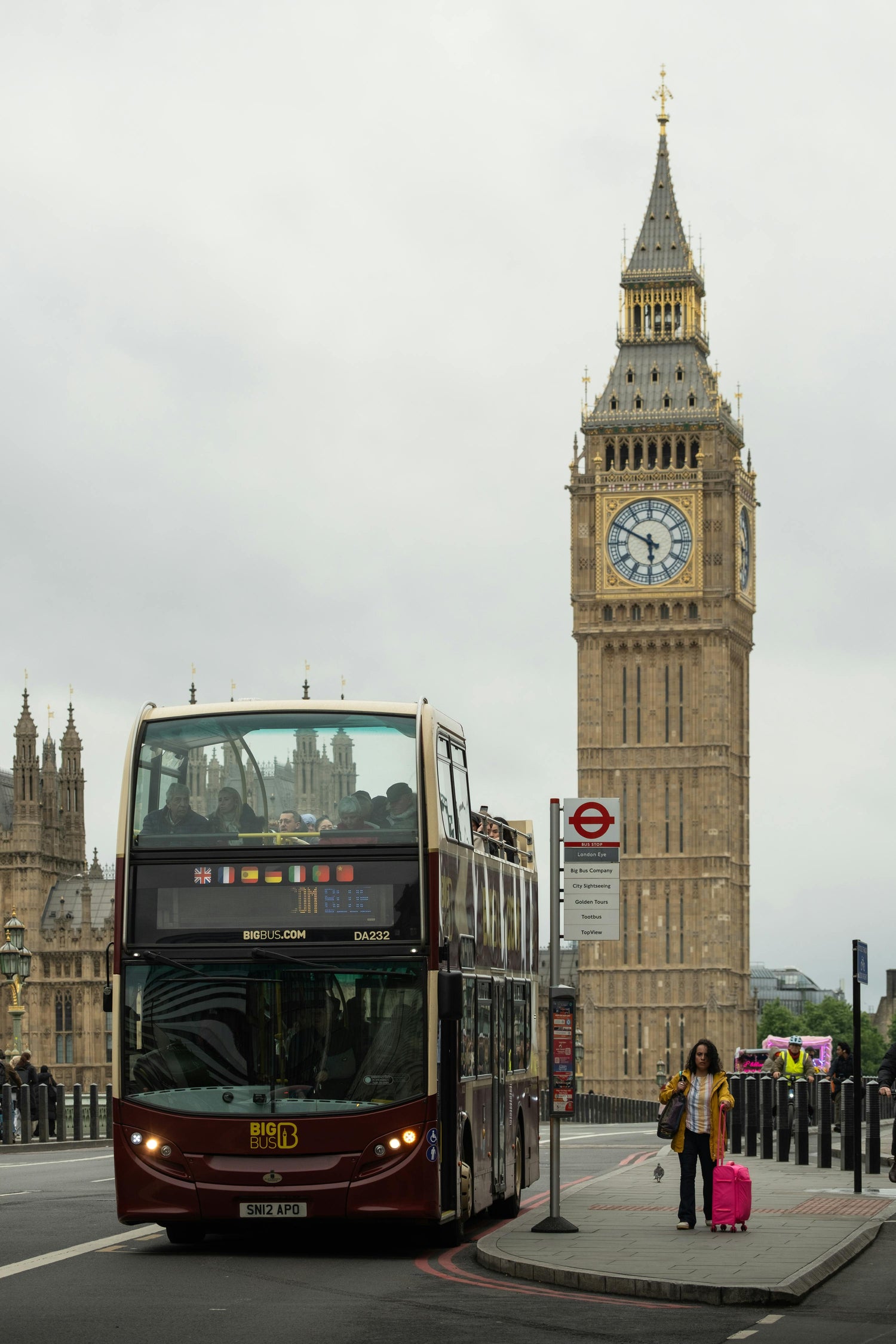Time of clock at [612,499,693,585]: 5:49
